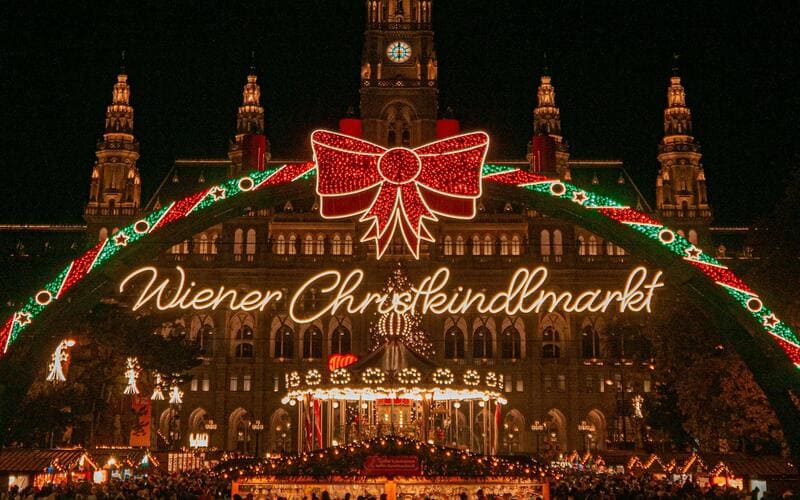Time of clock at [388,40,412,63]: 5:59
